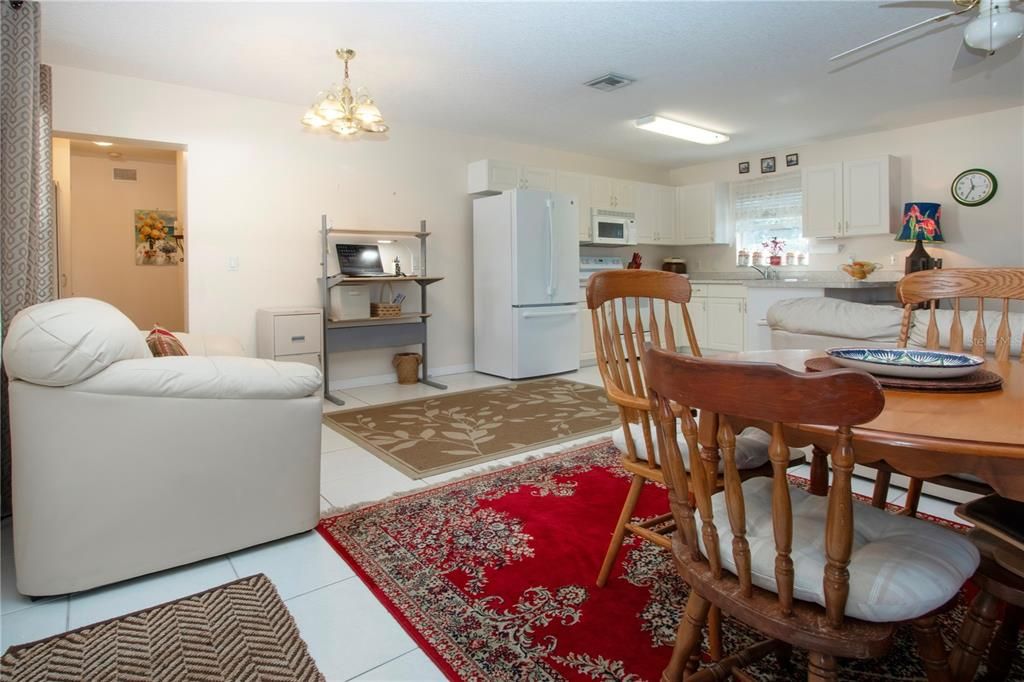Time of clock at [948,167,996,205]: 11:35
